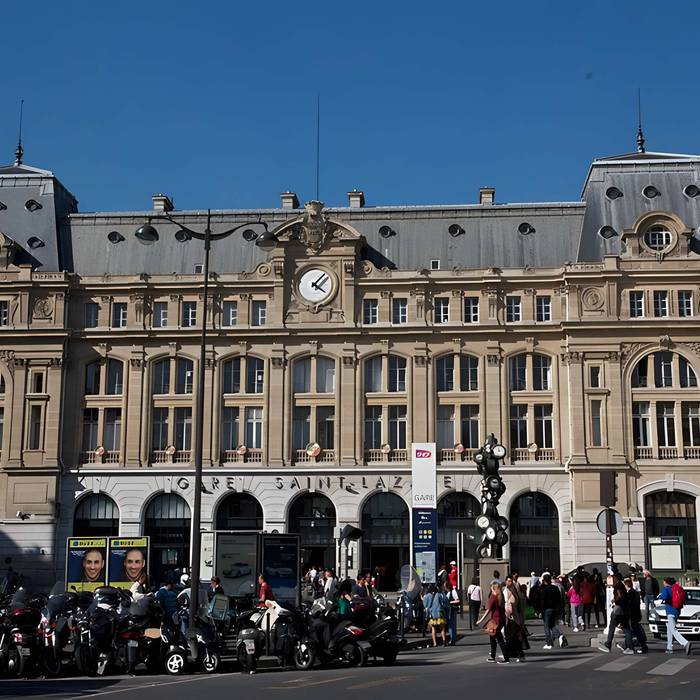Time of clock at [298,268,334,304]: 4:07
